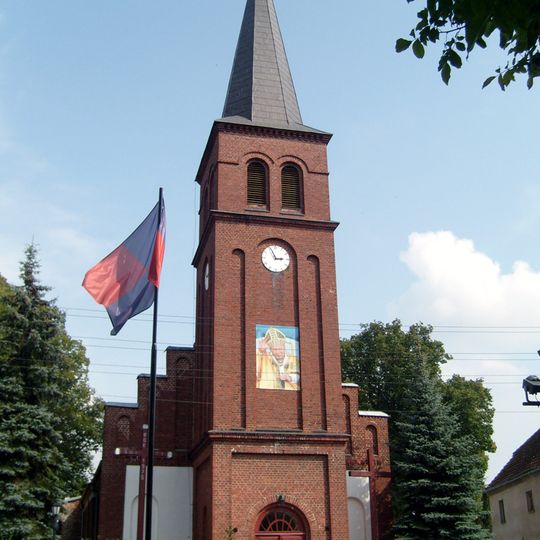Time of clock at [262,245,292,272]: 2:56
